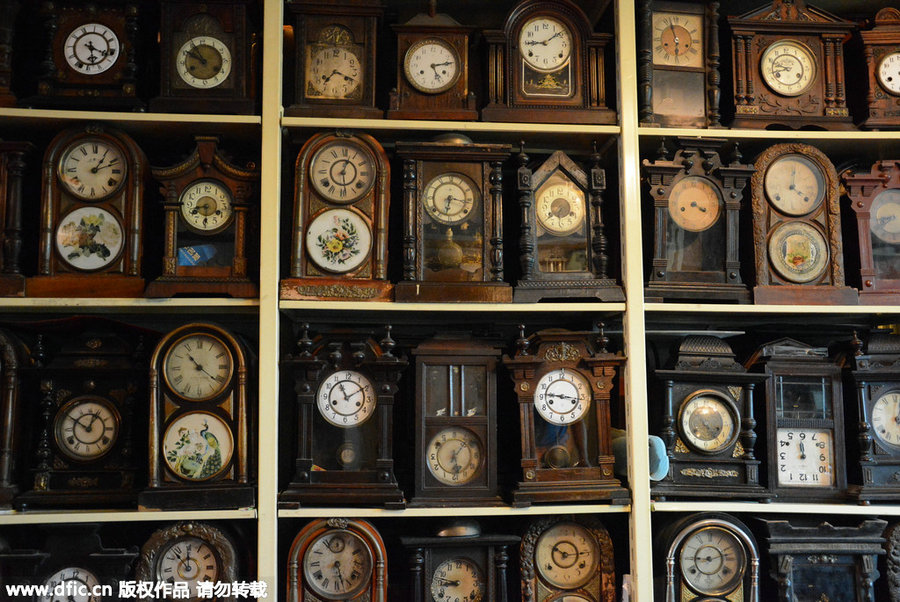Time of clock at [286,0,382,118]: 7:18
